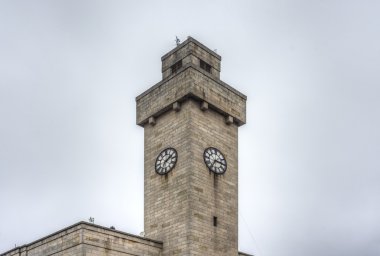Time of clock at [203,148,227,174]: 7:15
